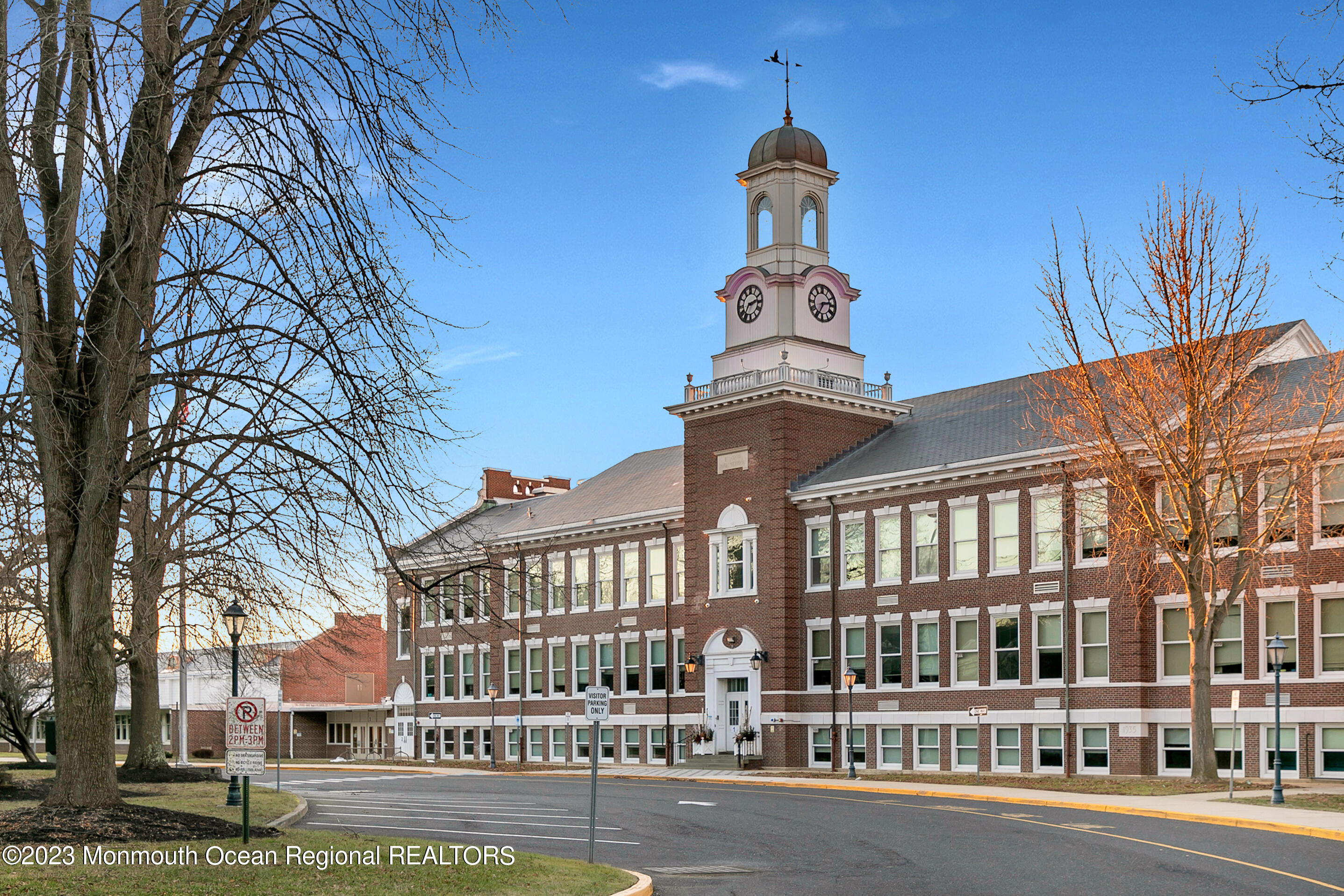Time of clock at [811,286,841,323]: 2:34
